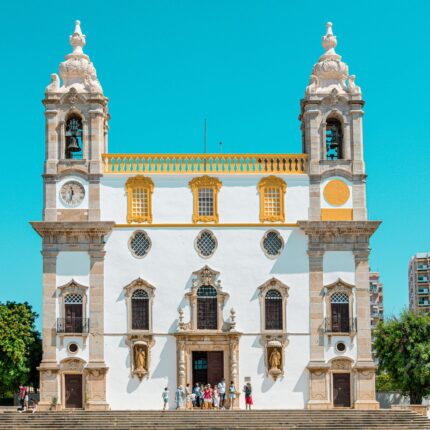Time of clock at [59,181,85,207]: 11:32
